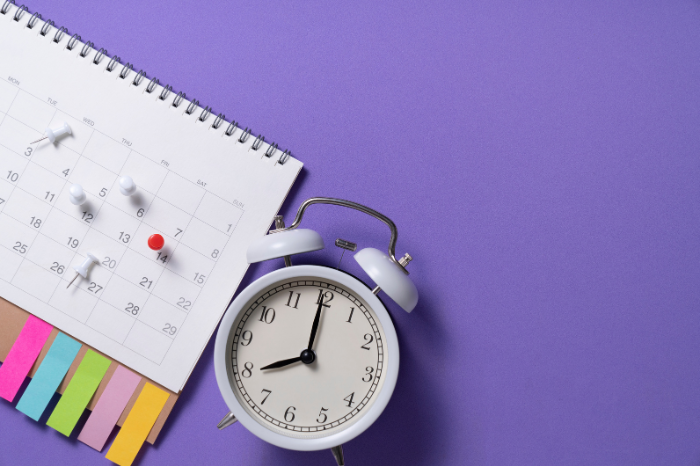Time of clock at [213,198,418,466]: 7:59
